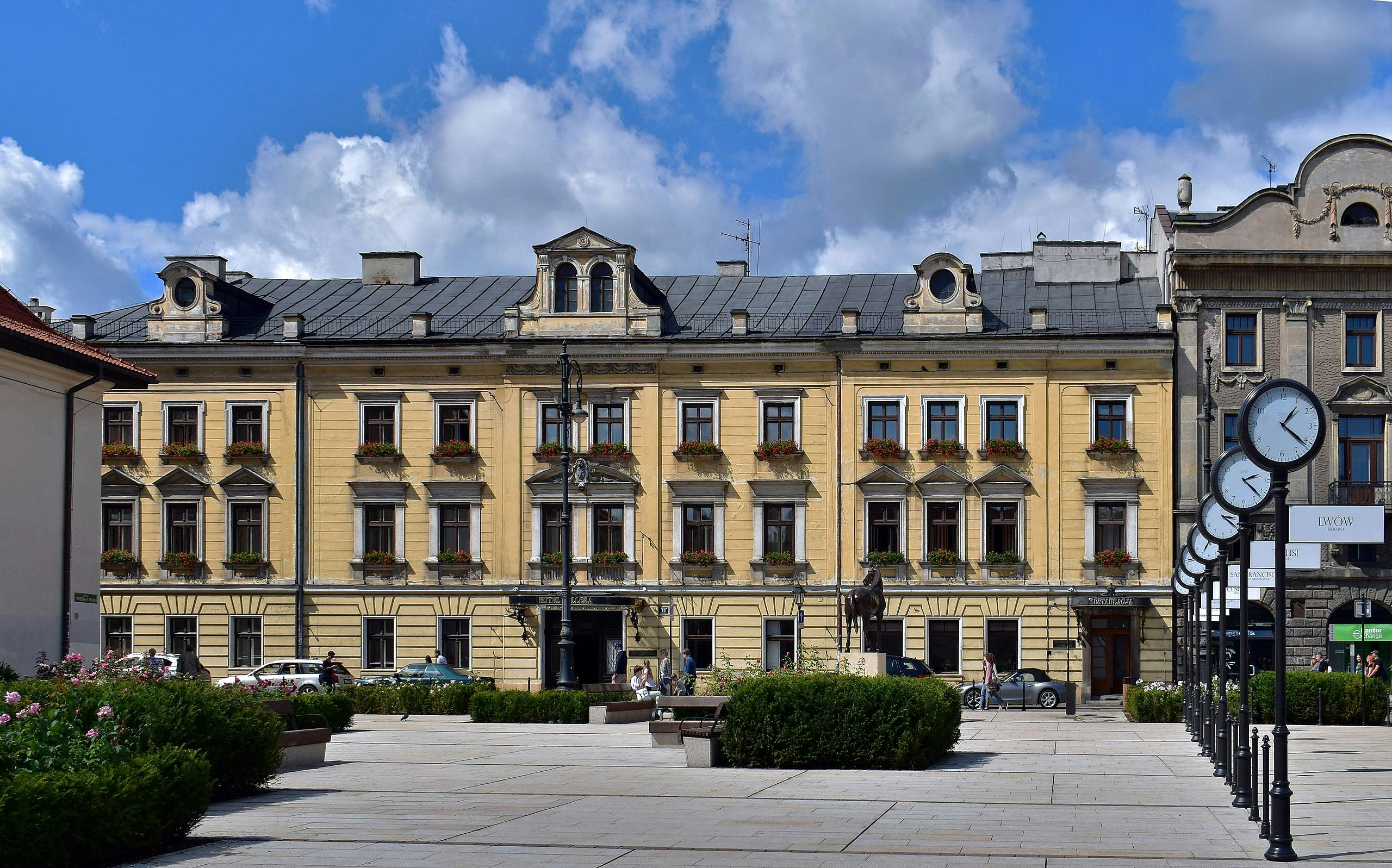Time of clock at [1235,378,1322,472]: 1:21
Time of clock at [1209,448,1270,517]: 2:21
